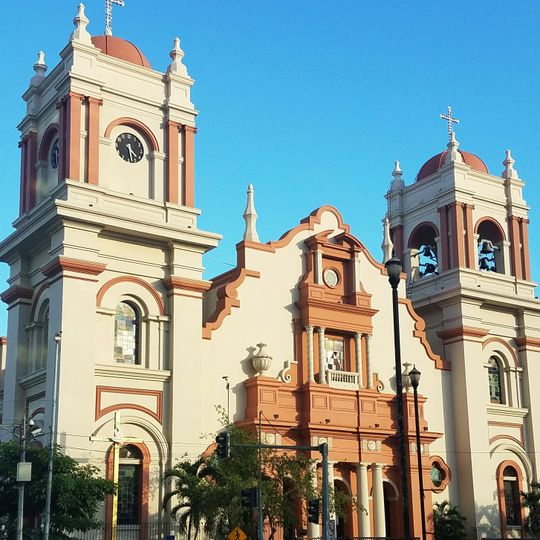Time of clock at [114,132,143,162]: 4:29
